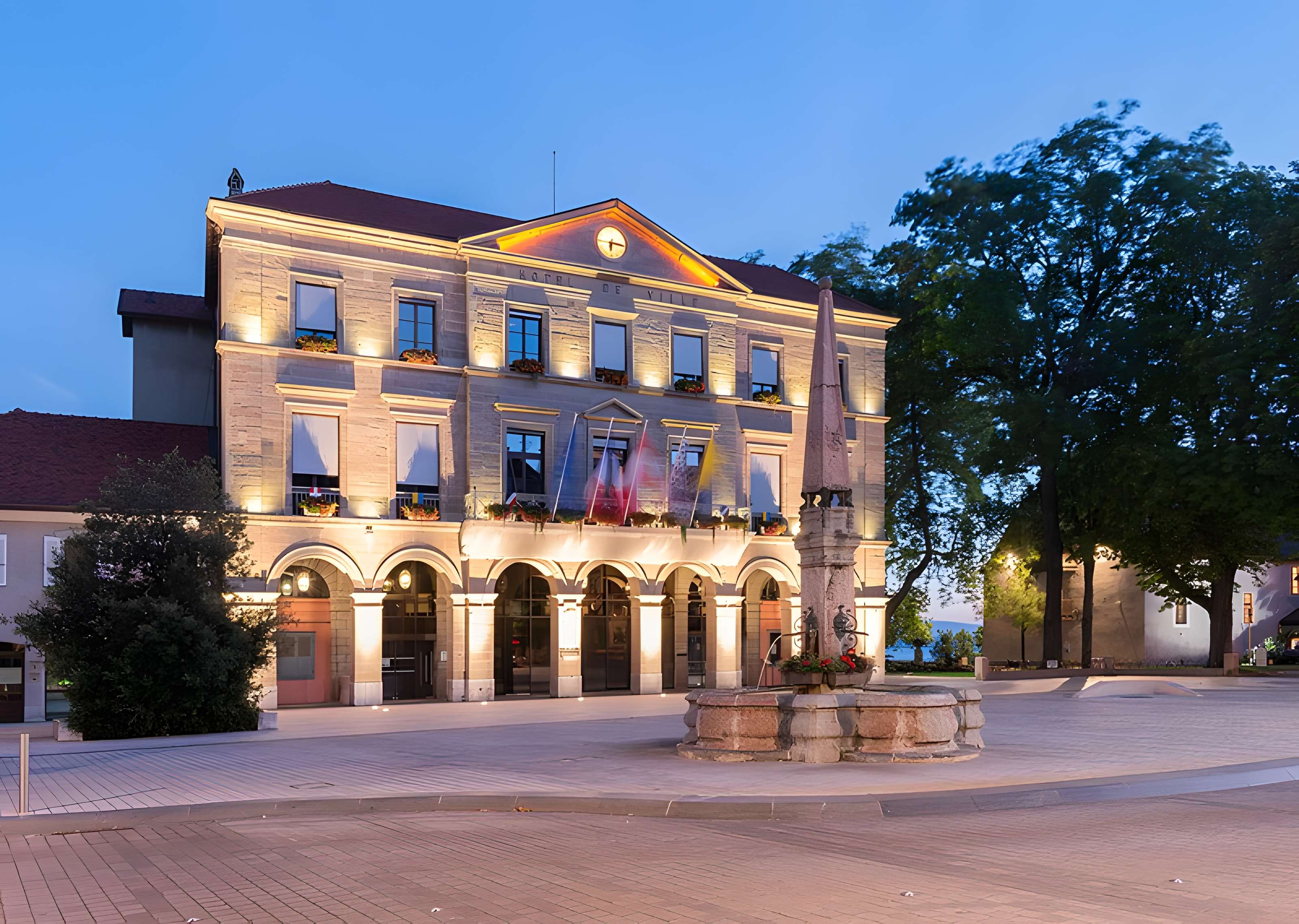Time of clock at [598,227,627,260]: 6:15
